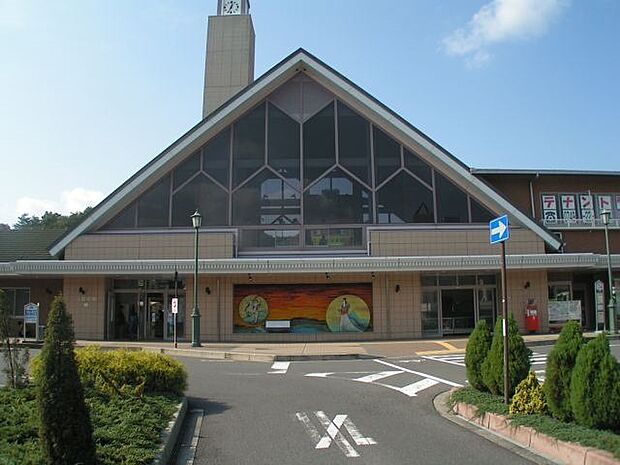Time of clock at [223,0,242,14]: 12:33
